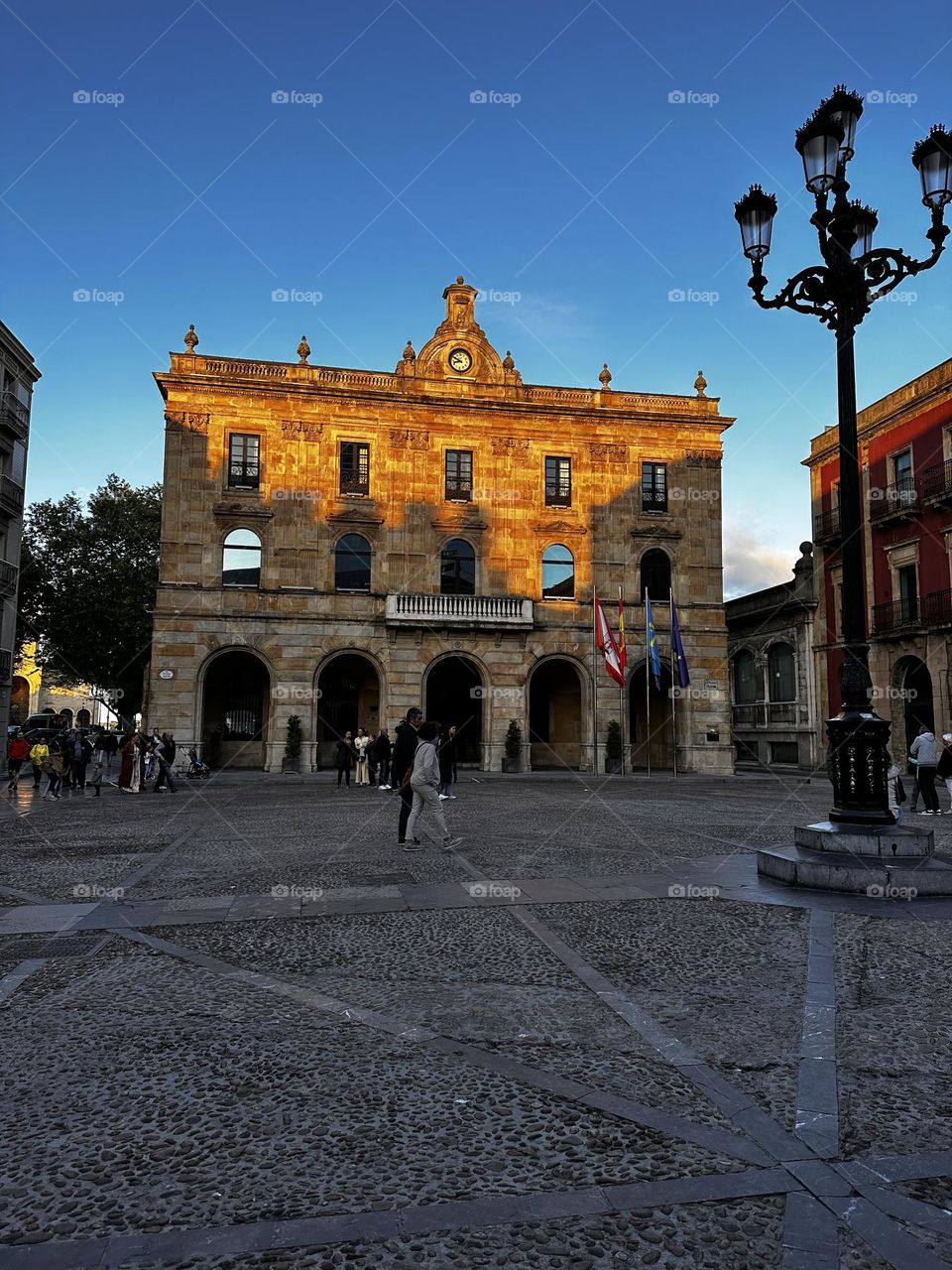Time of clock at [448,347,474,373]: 8:49
